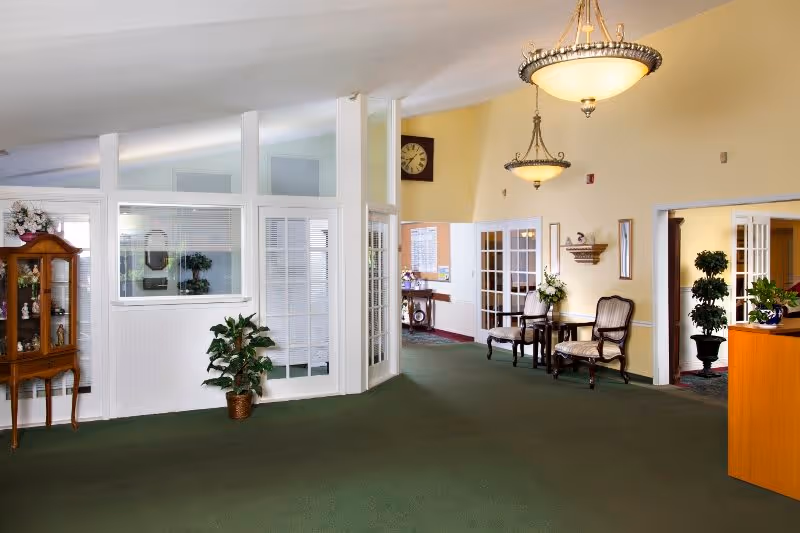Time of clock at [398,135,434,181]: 8:37
